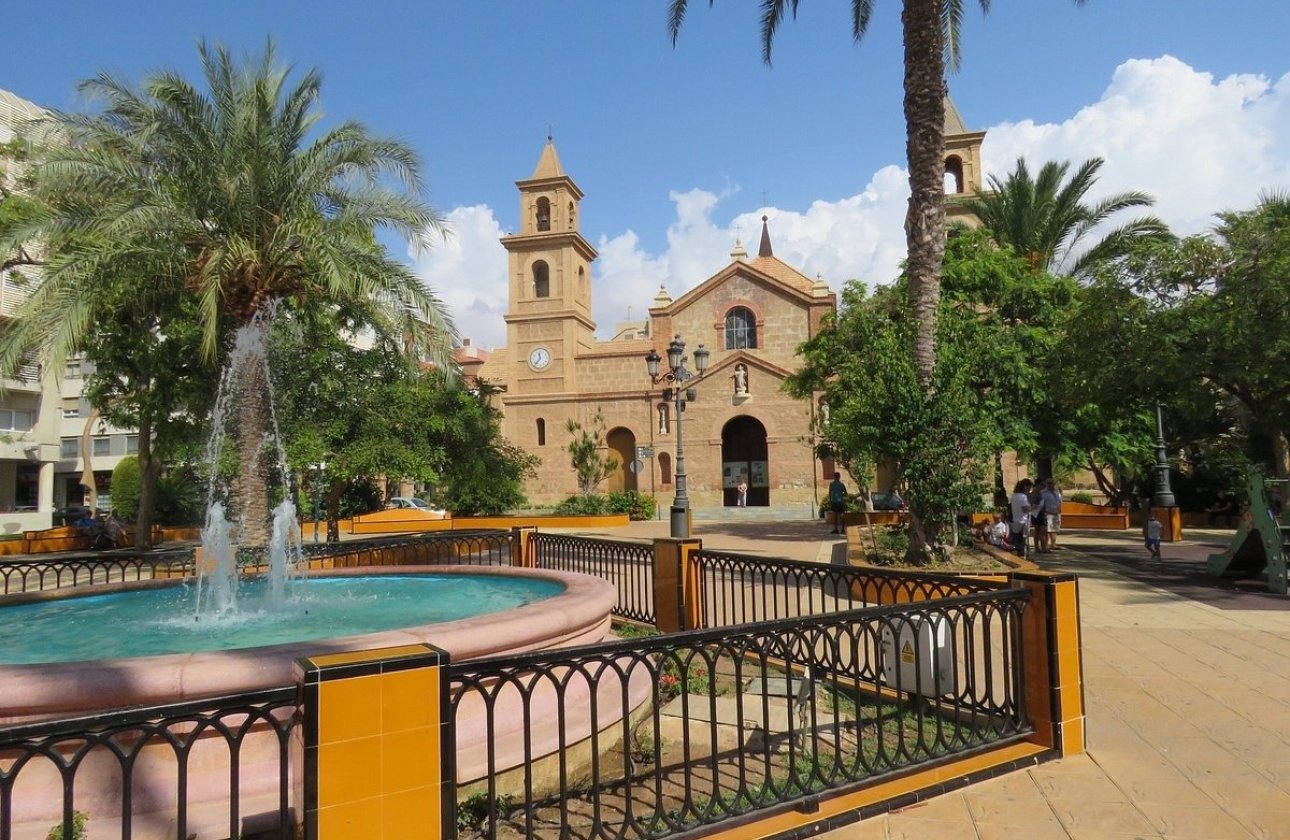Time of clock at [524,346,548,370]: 11:36
